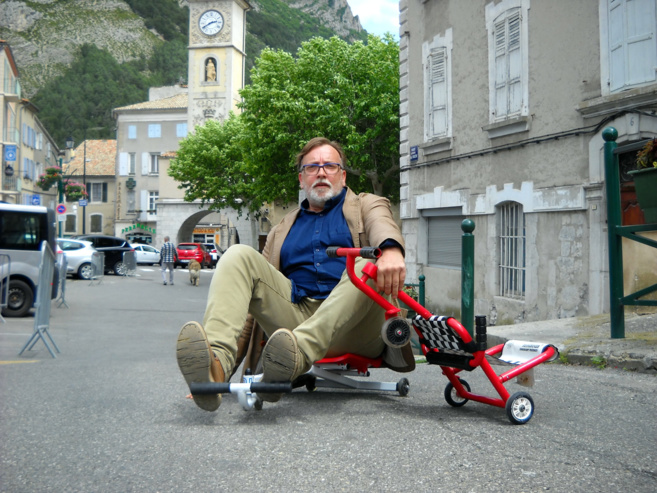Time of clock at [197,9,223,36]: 2:40
